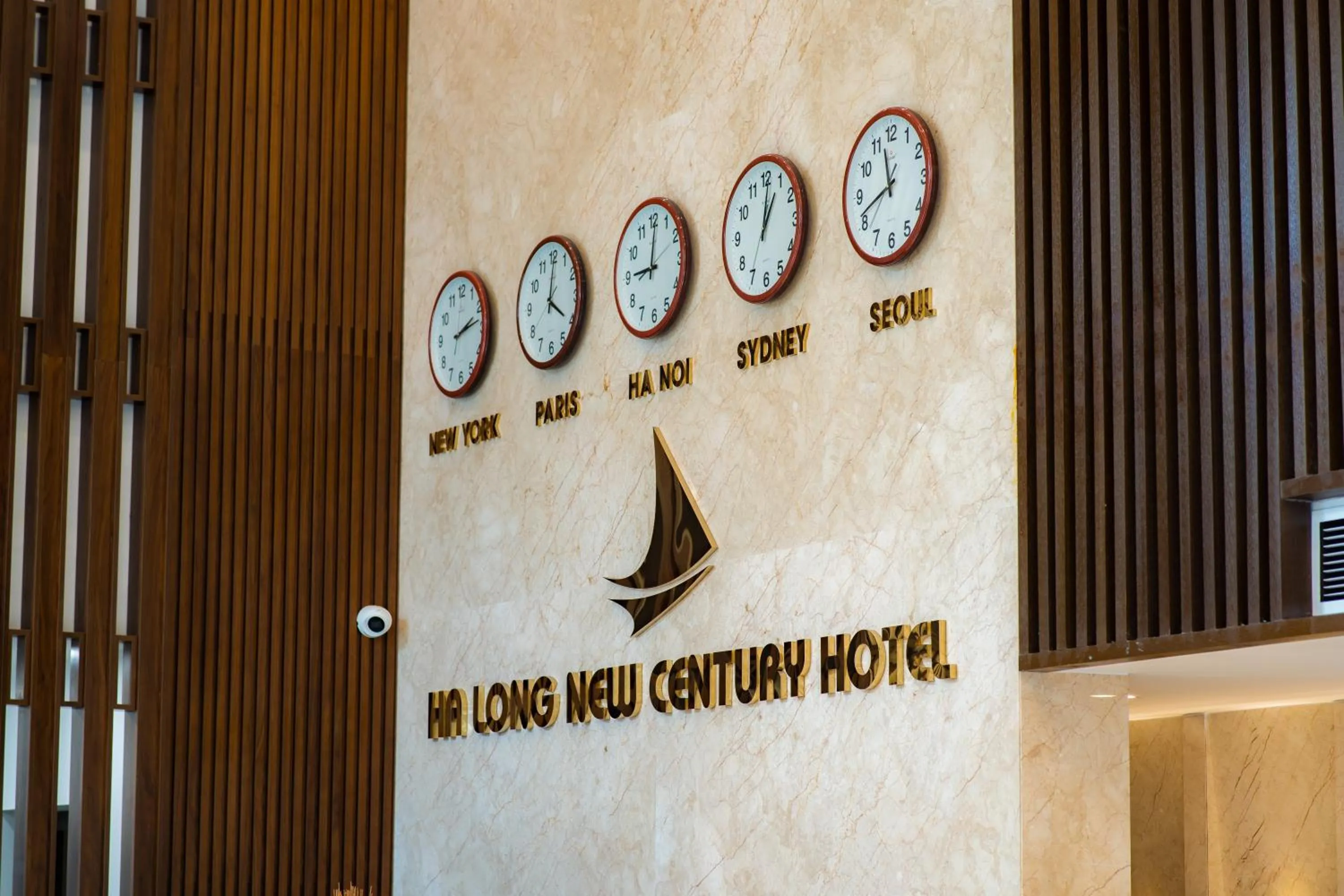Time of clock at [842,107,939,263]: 11:41
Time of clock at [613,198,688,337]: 9:01
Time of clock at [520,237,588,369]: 4:00
